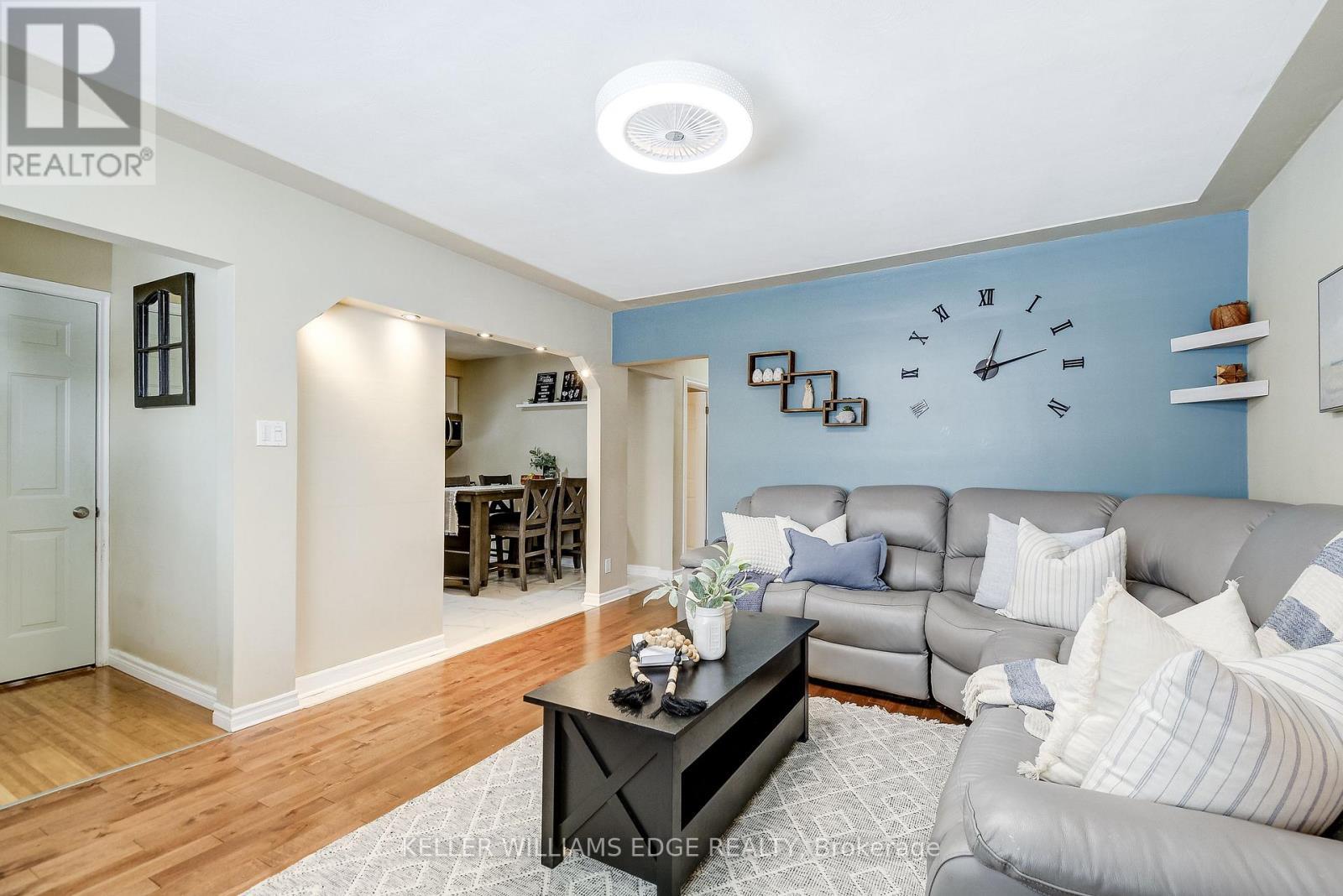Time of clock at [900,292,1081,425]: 12:12
